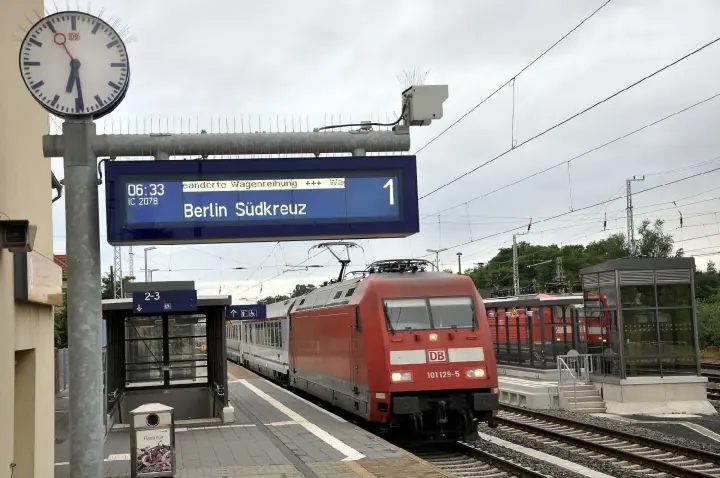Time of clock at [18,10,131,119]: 6:29
